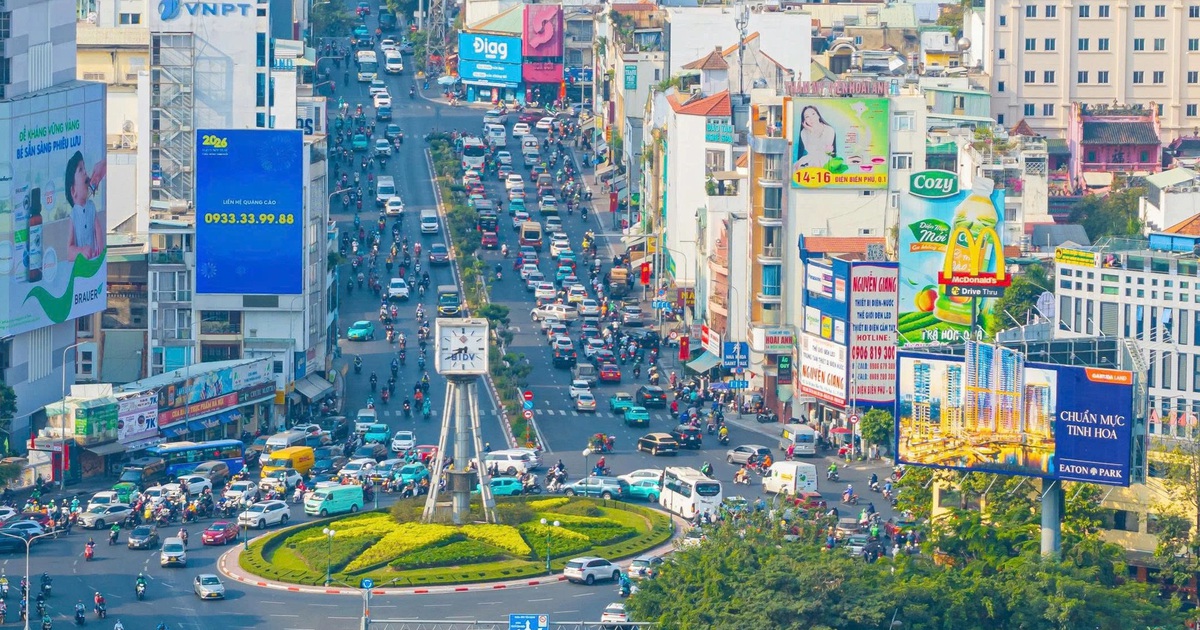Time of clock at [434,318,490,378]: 8:39
